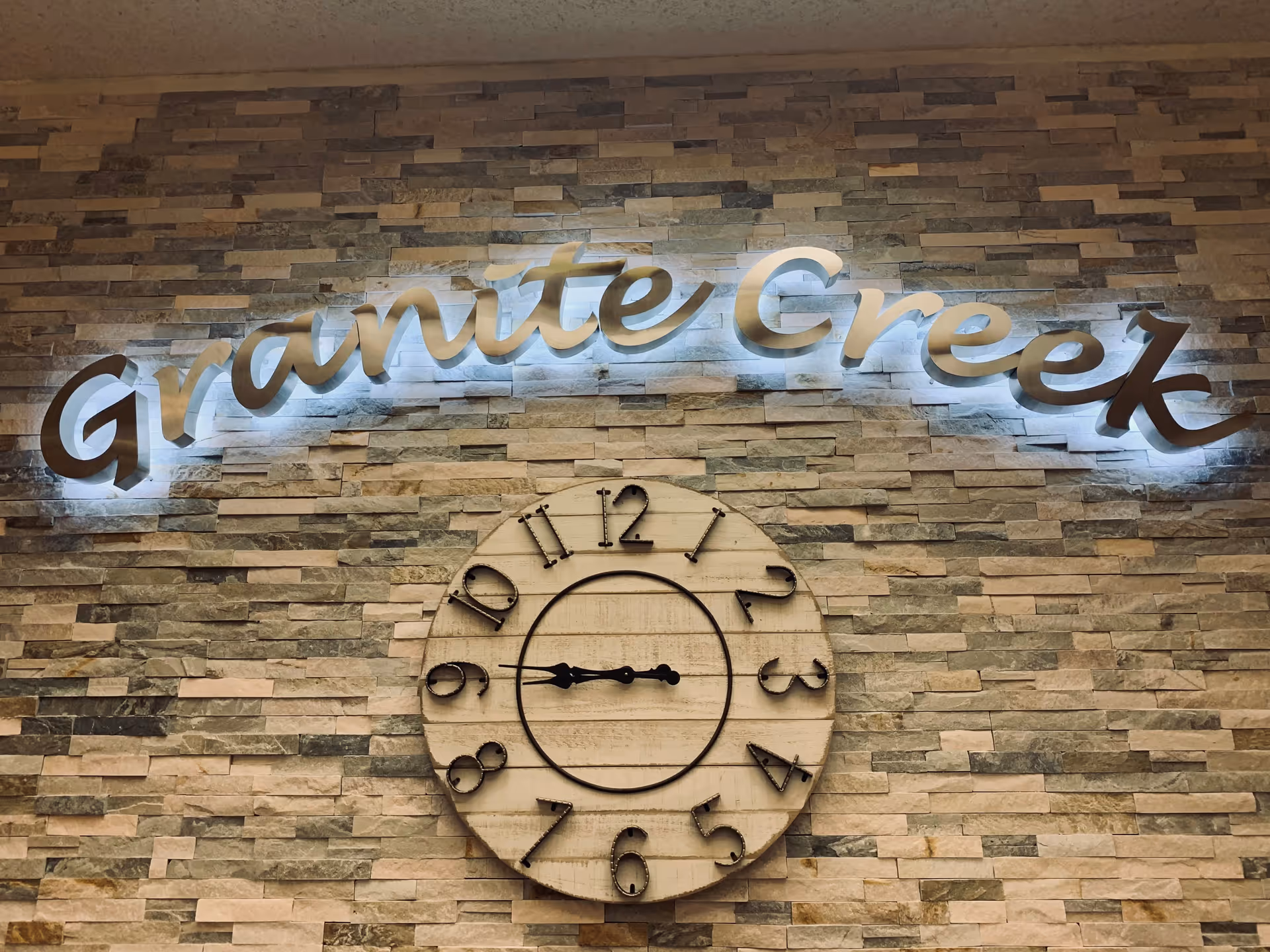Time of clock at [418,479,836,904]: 8:45
